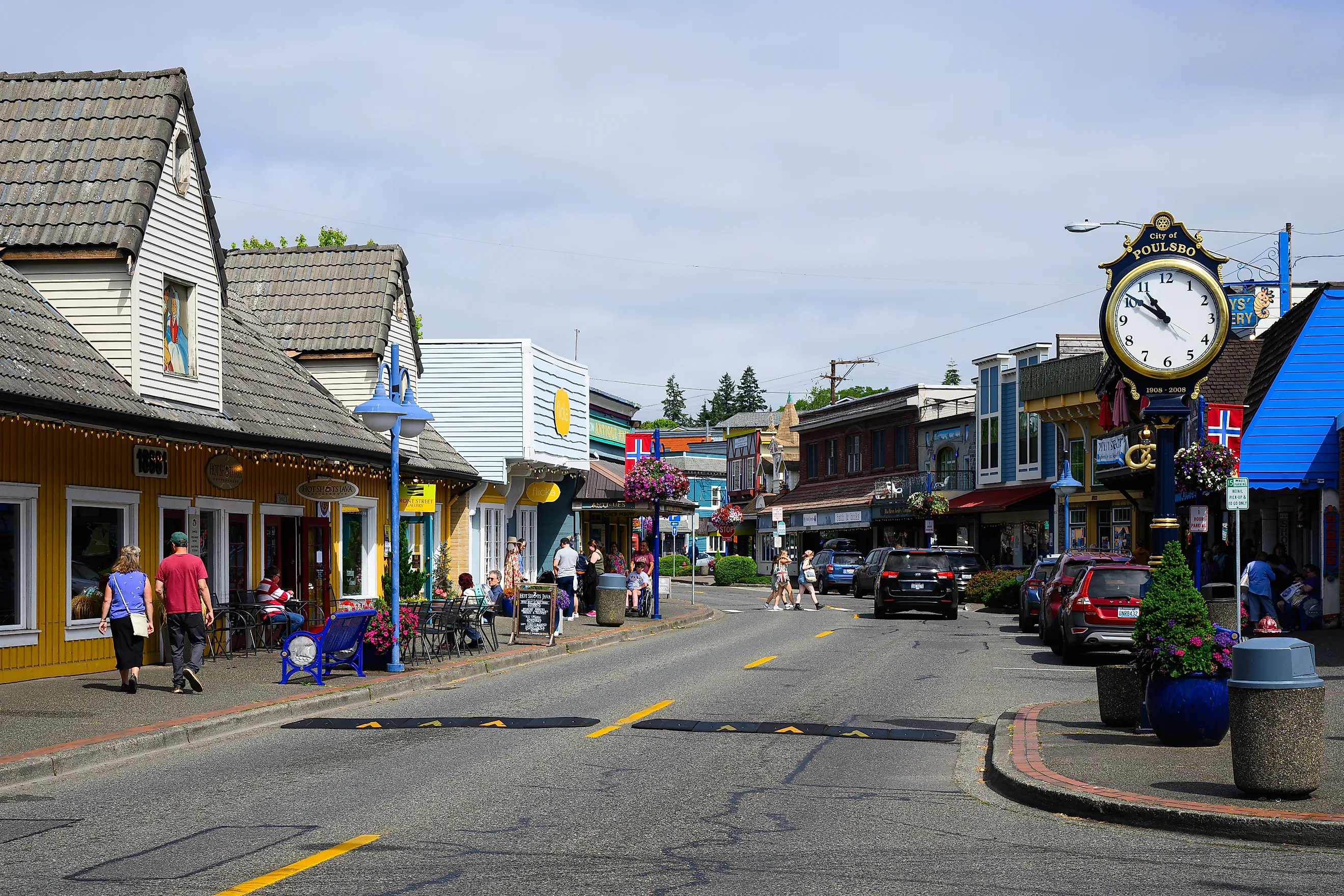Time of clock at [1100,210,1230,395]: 10:50
